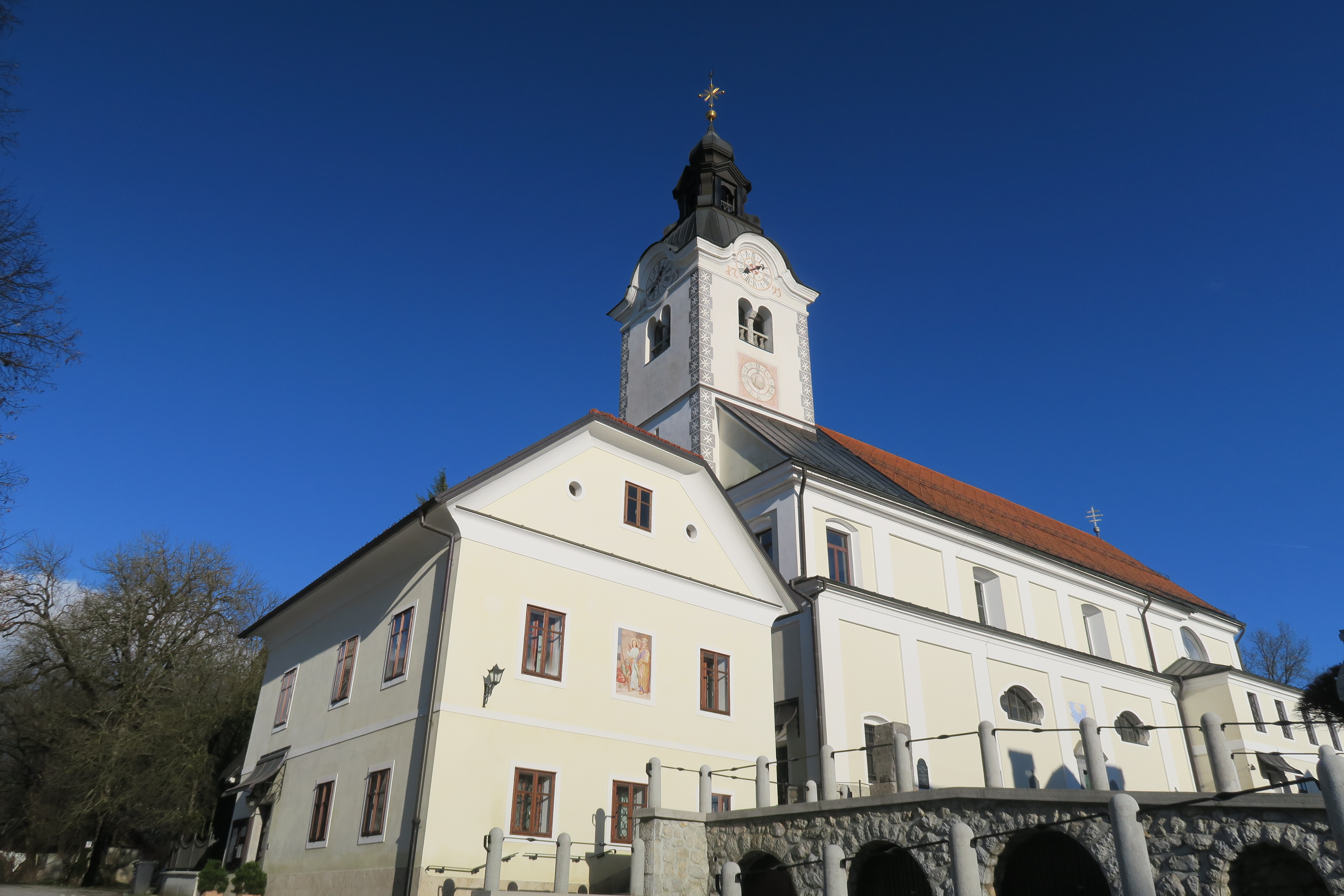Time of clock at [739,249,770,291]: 1:39
